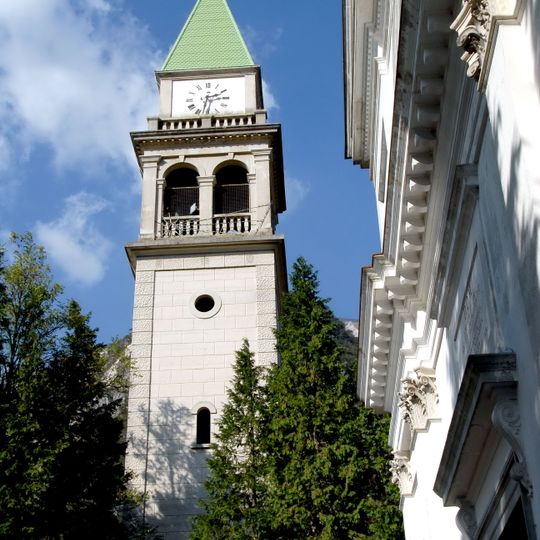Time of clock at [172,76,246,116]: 2:32
